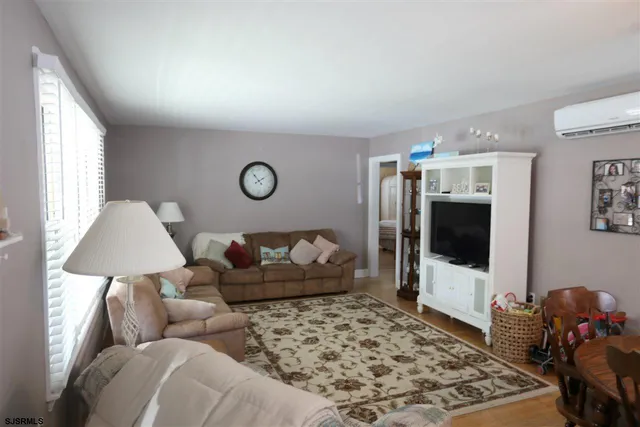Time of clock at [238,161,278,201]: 1:53
